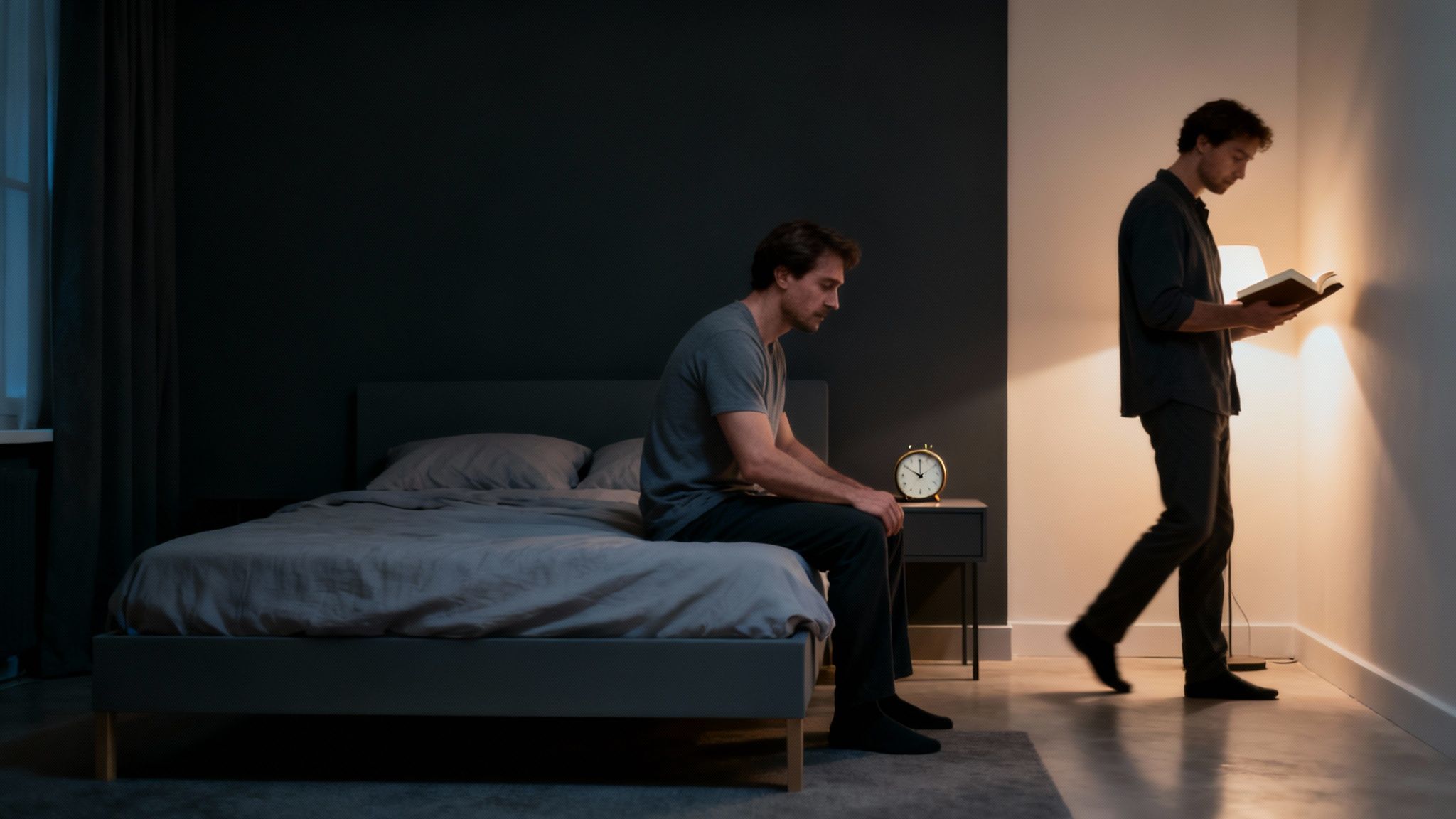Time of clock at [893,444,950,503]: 10:00
